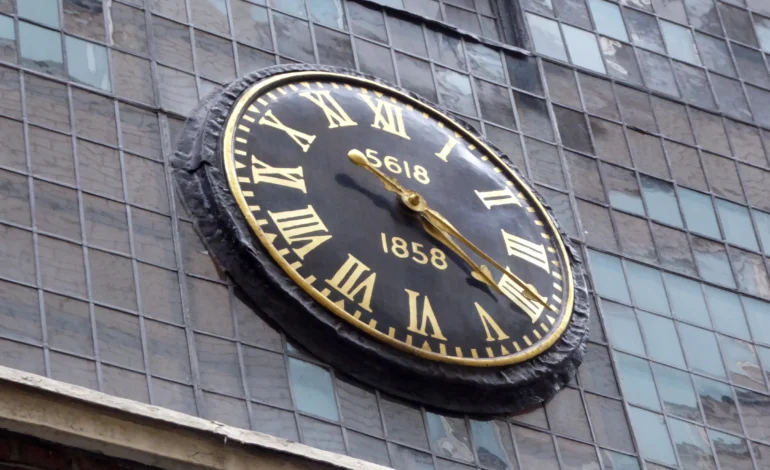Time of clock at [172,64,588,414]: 4:21
